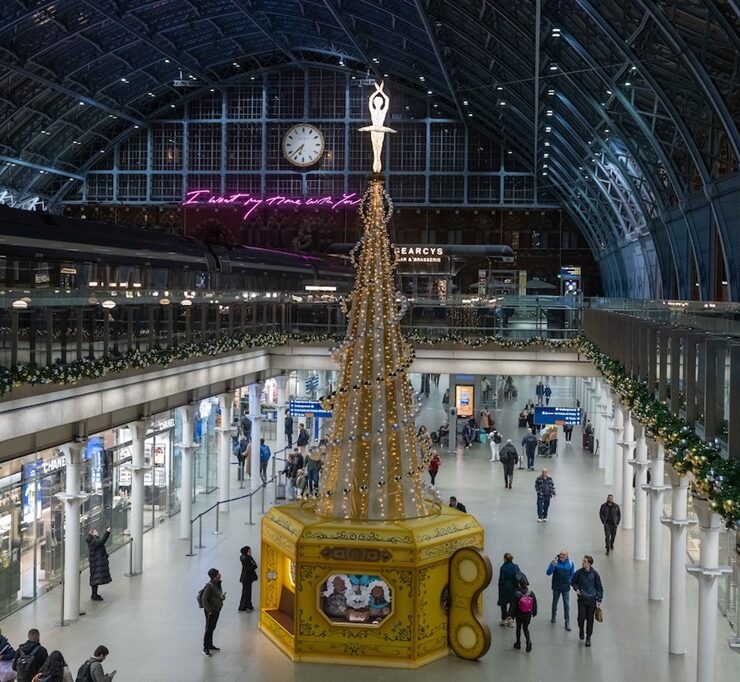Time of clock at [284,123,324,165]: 6:37
